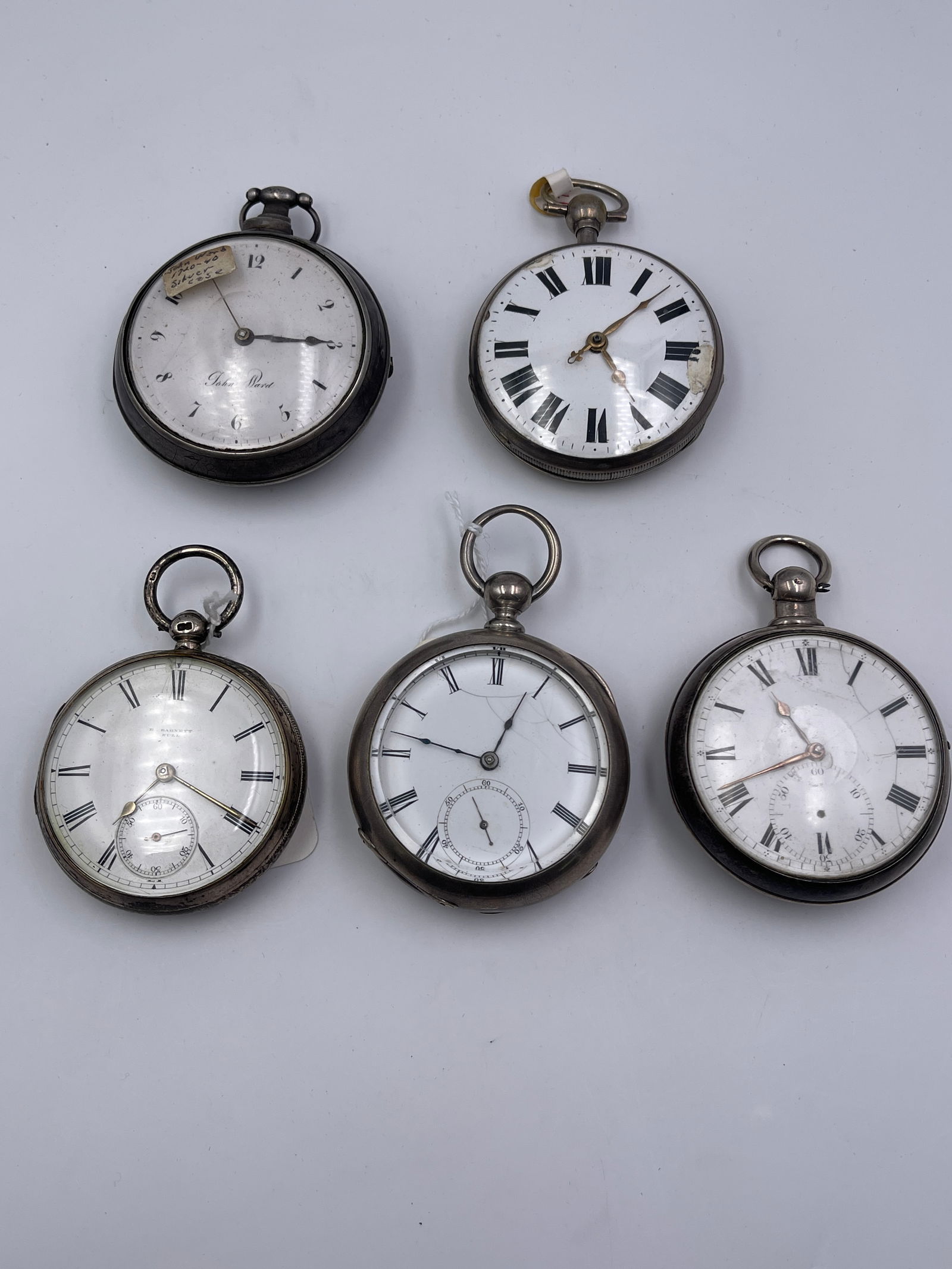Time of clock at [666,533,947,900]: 10:41
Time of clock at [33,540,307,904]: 7:19
